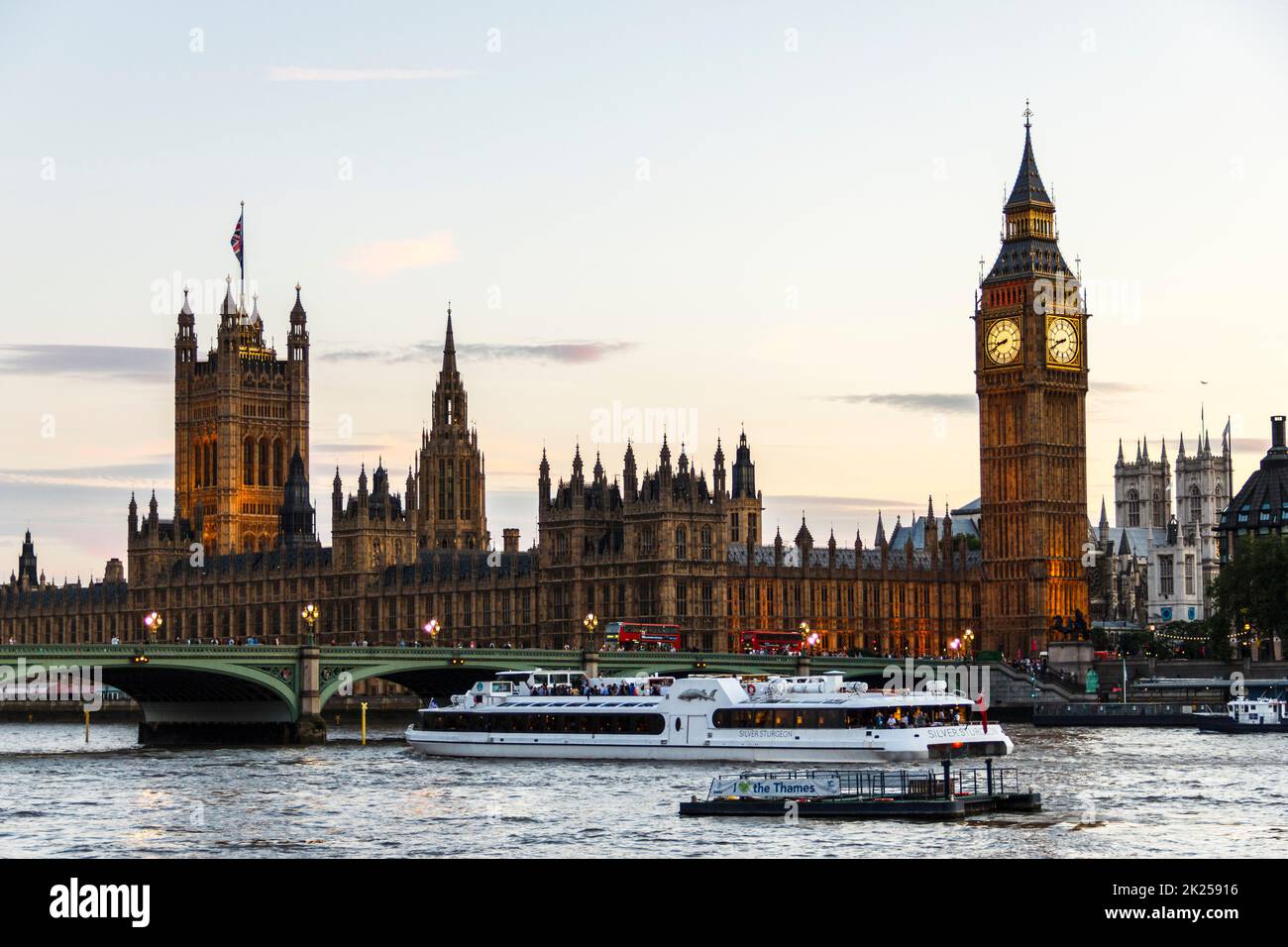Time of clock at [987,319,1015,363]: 8:41
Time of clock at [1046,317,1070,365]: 8:40
